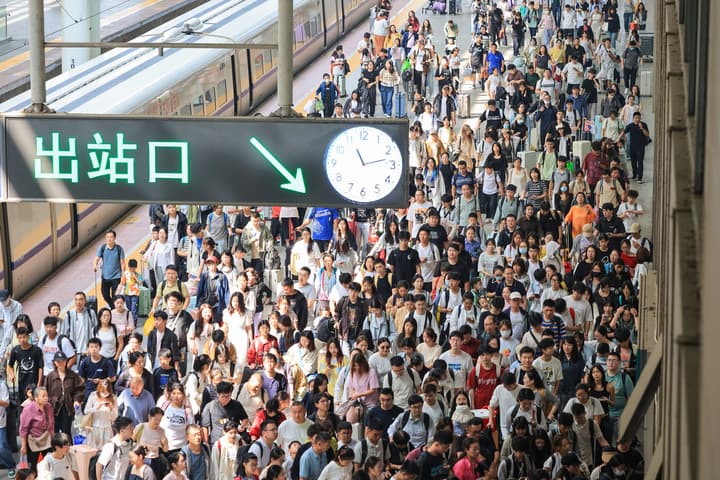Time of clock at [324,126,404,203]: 11:12
